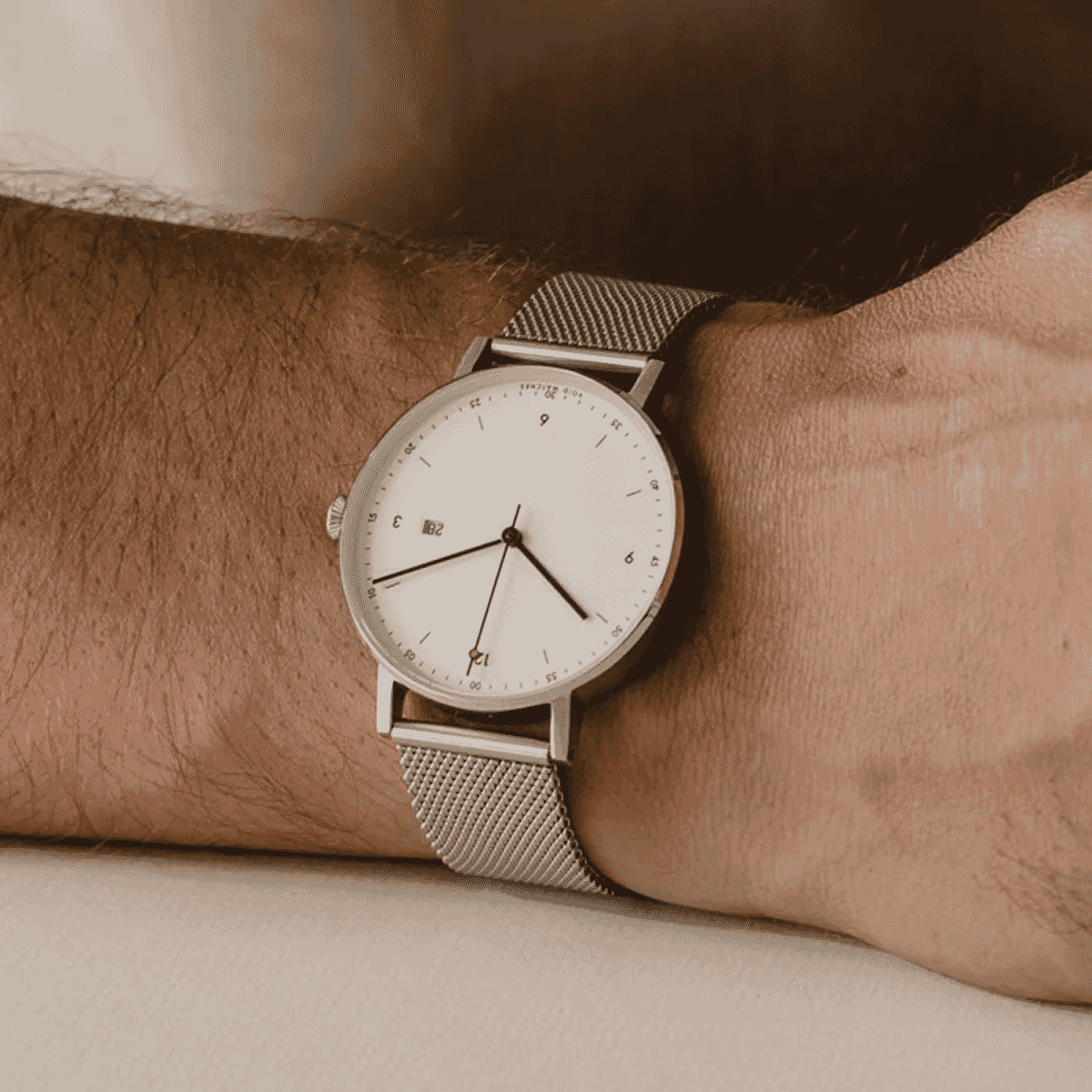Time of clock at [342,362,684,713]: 8:20
